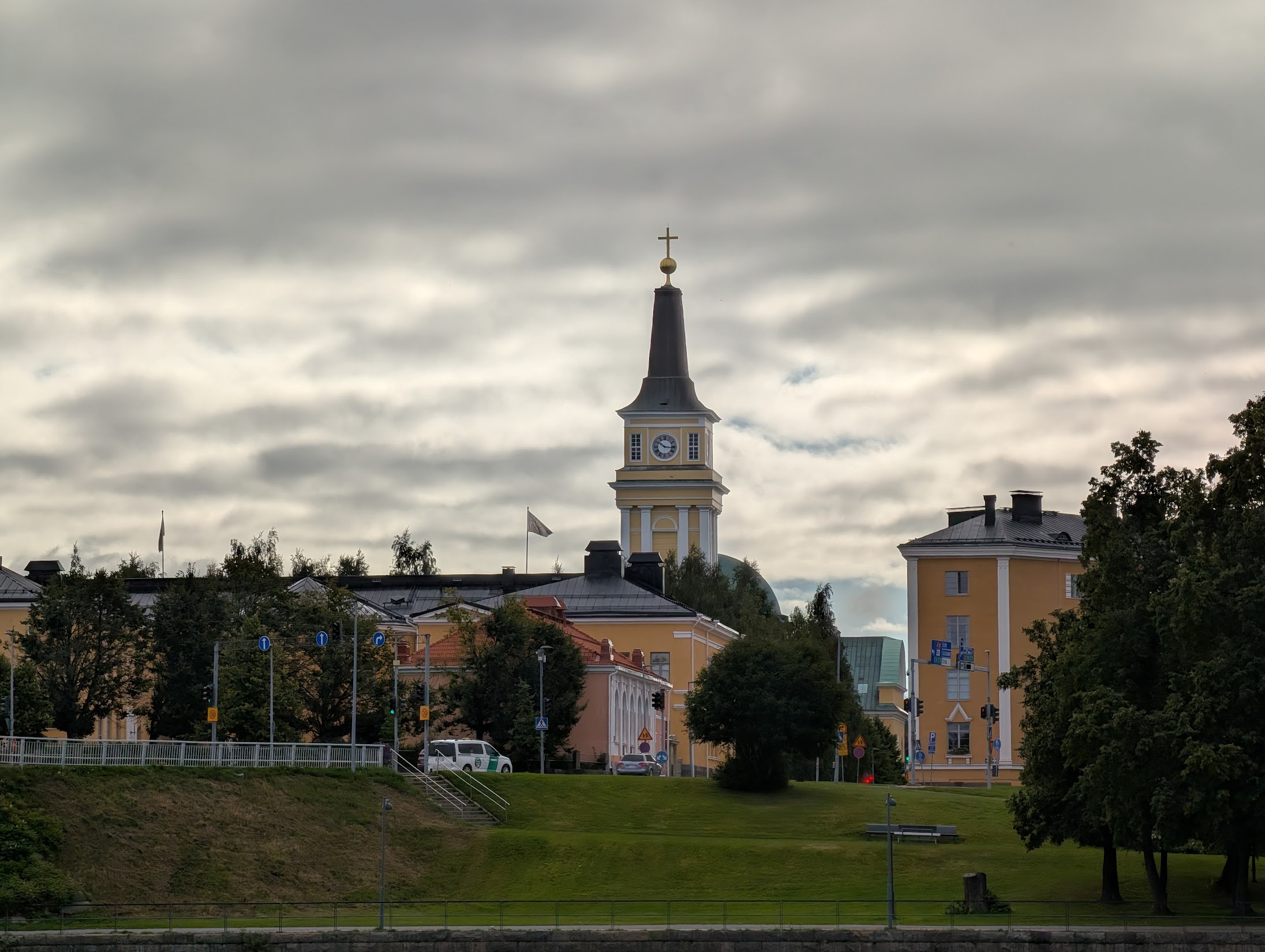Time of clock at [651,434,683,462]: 10:16
